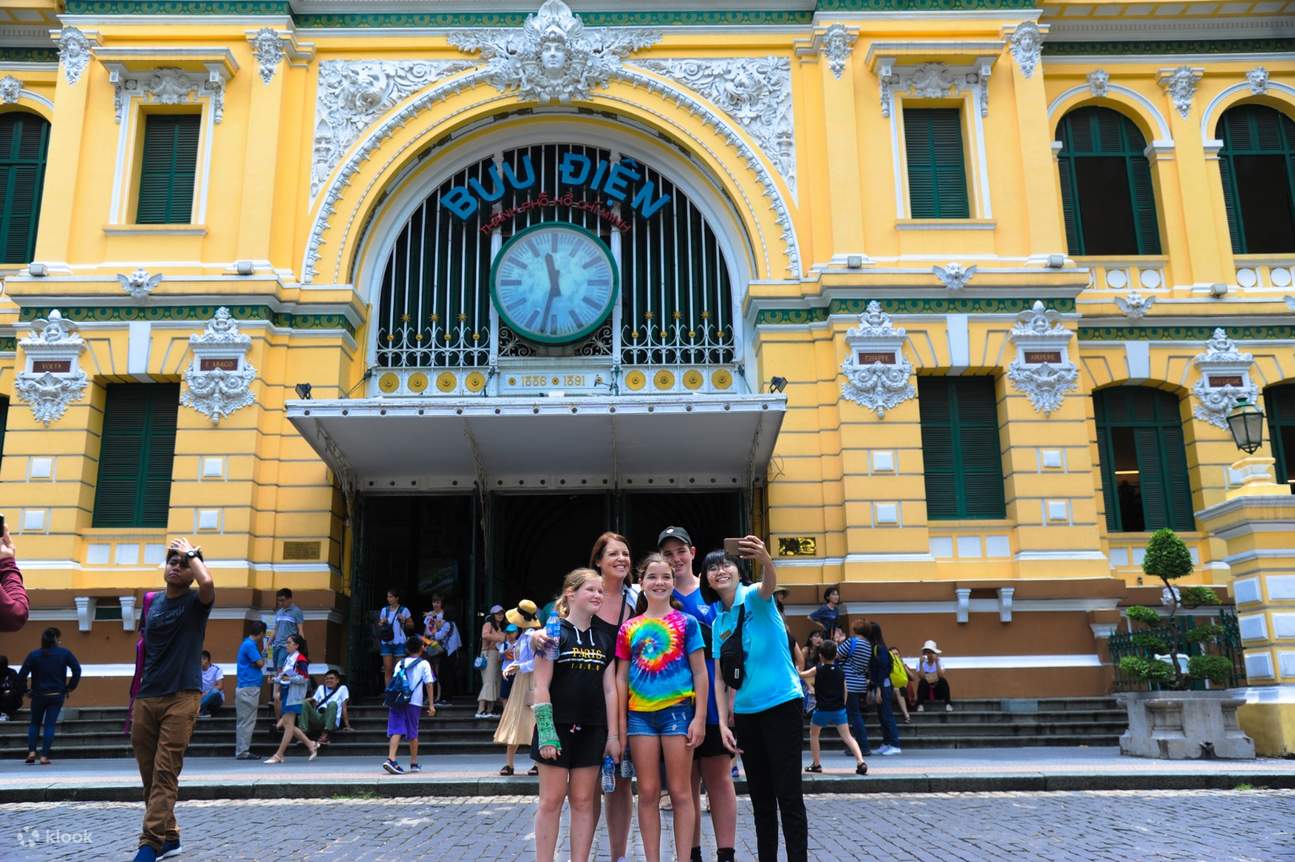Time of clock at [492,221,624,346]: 11:32
